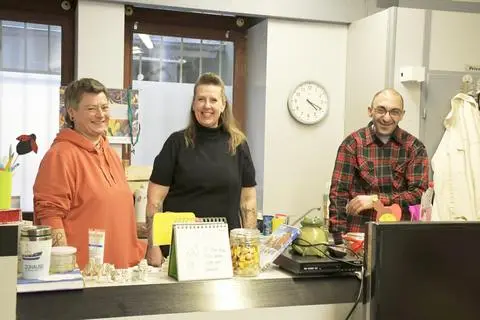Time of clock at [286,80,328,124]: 4:19
